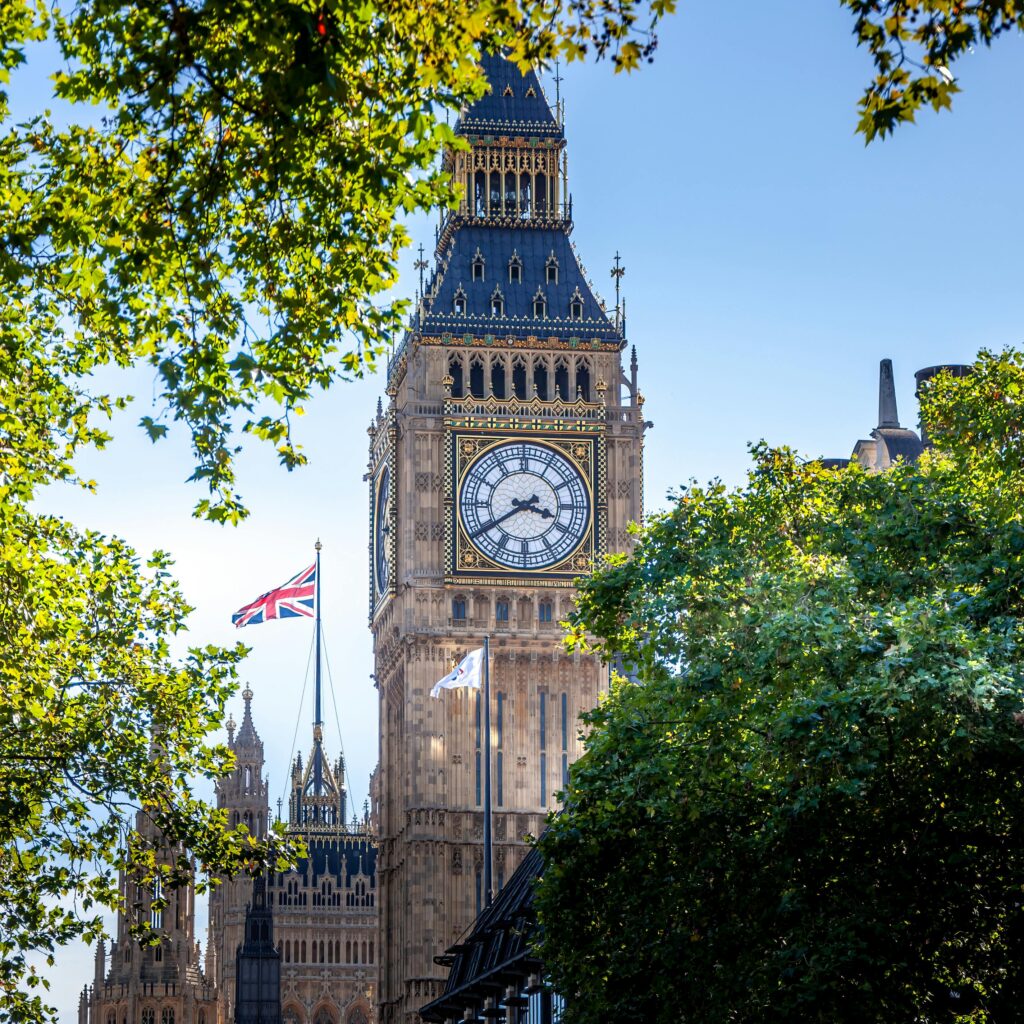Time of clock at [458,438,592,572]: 3:39
